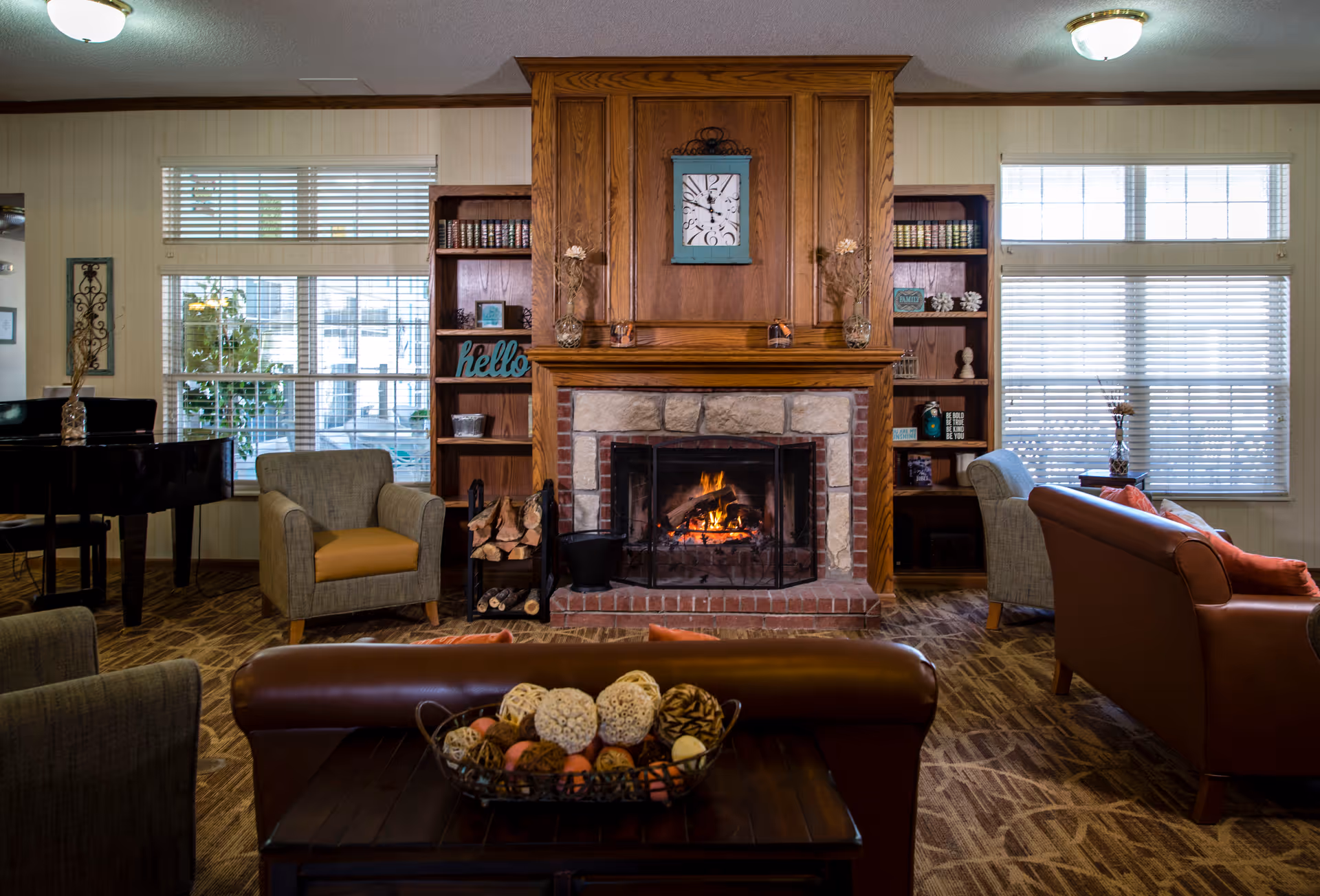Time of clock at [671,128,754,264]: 11:46
